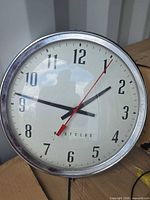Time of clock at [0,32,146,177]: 1:46
